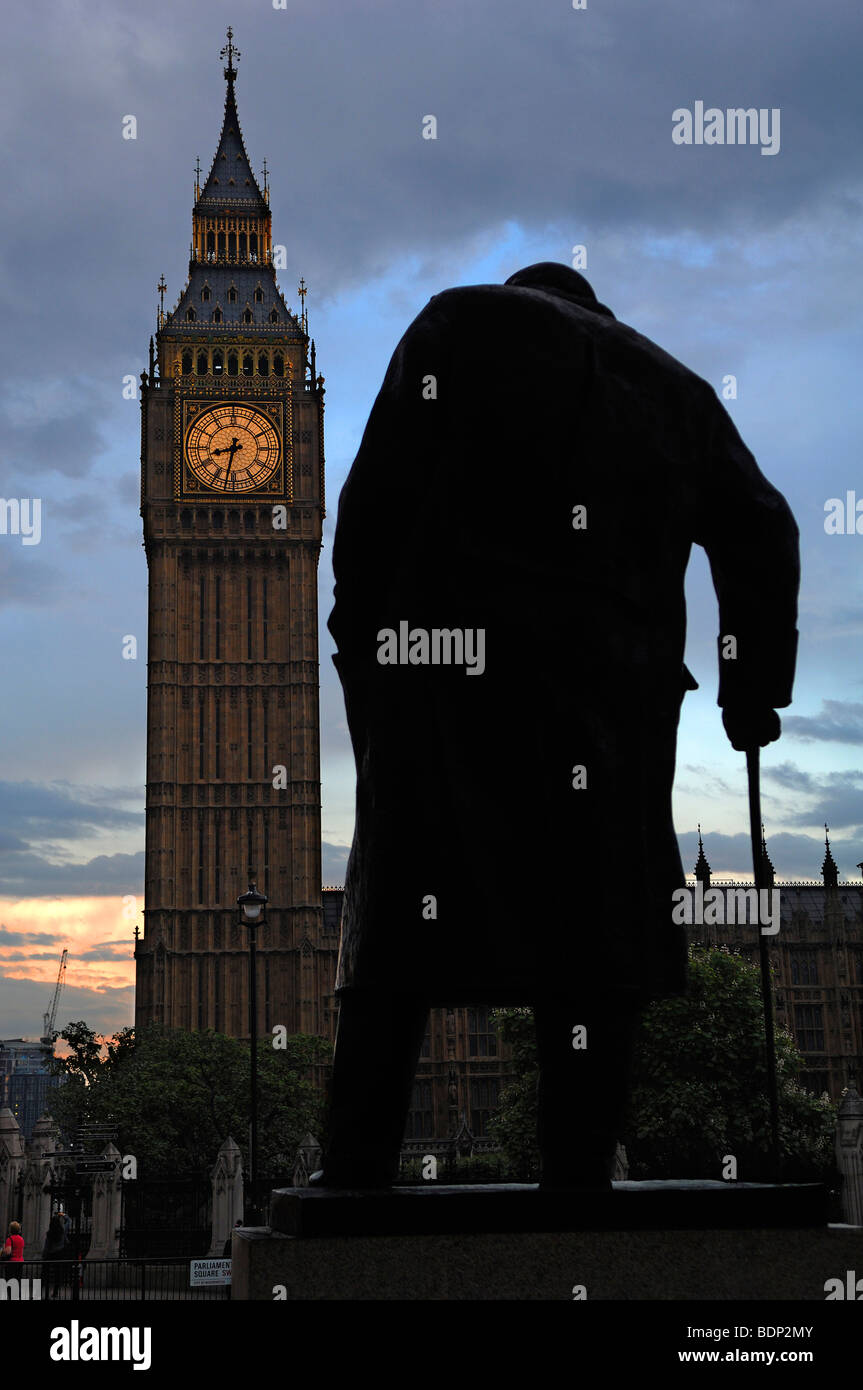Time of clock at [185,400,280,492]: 8:32
